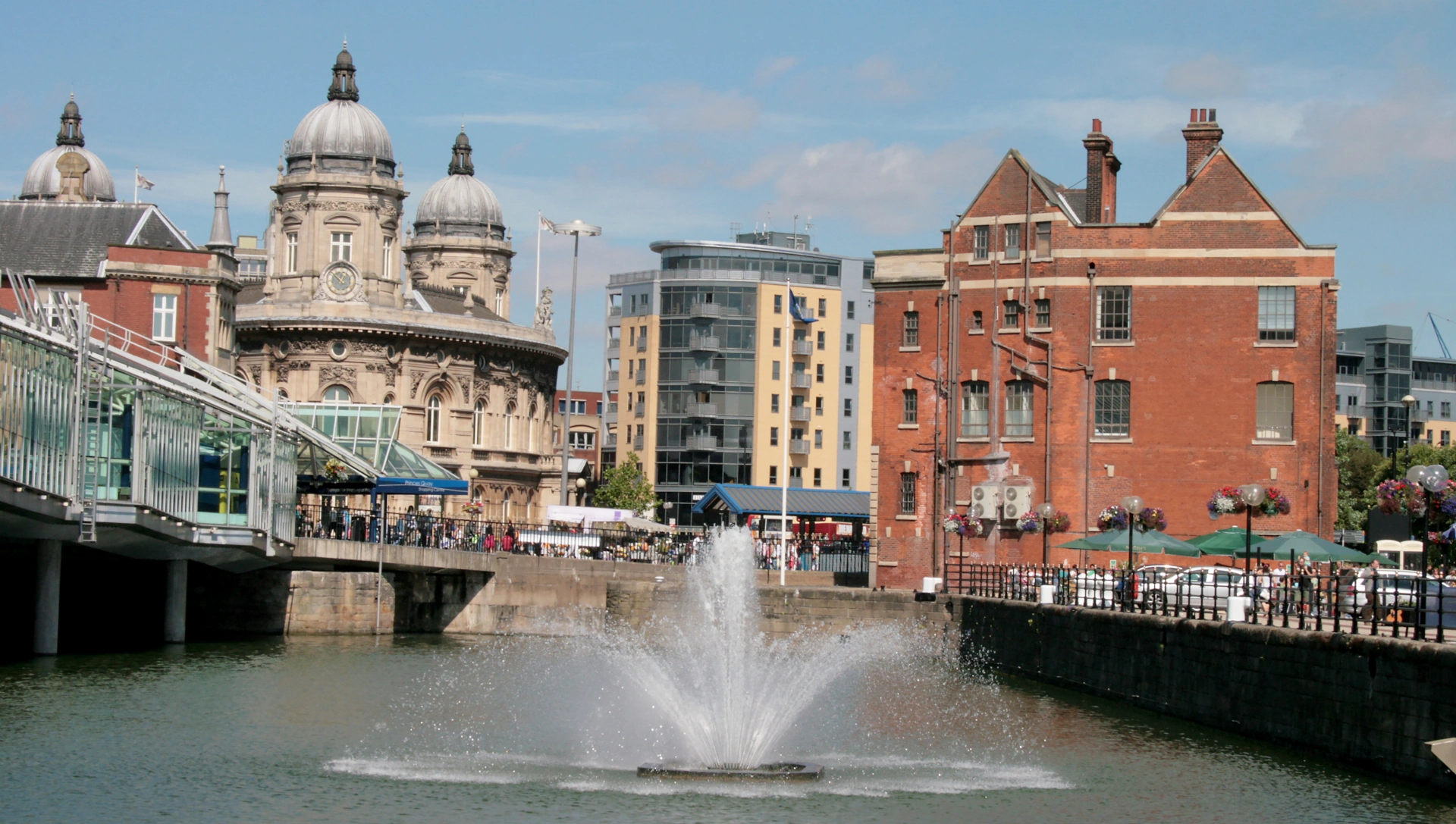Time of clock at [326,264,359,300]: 12:52
